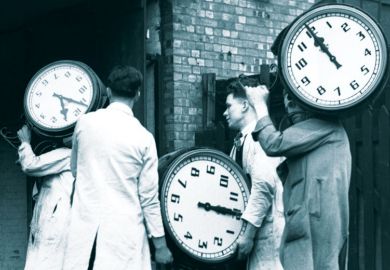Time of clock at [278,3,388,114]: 10:55
